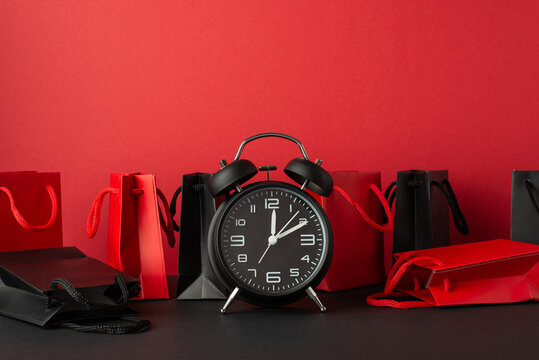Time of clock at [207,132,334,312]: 12:10
